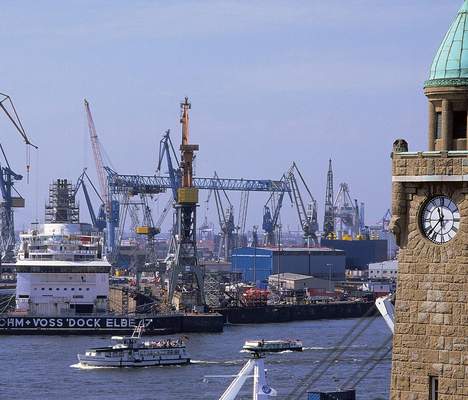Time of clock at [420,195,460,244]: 11:37
